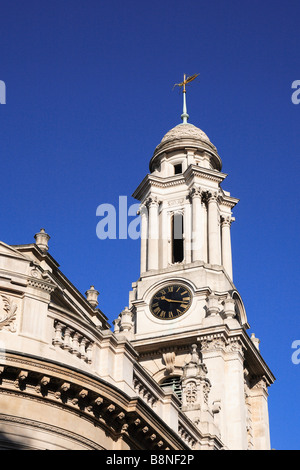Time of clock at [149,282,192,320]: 10:17
